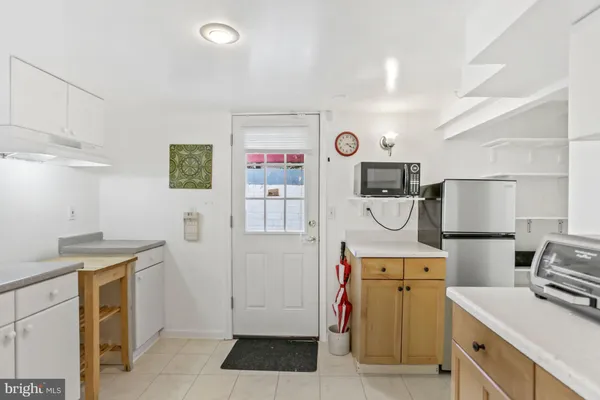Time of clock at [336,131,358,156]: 4:14
